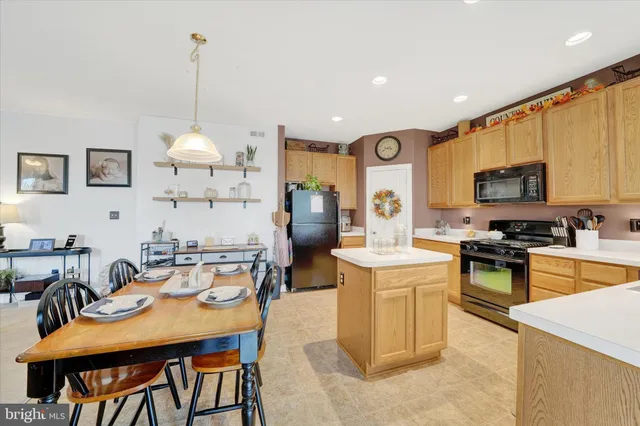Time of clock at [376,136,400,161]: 3:41
